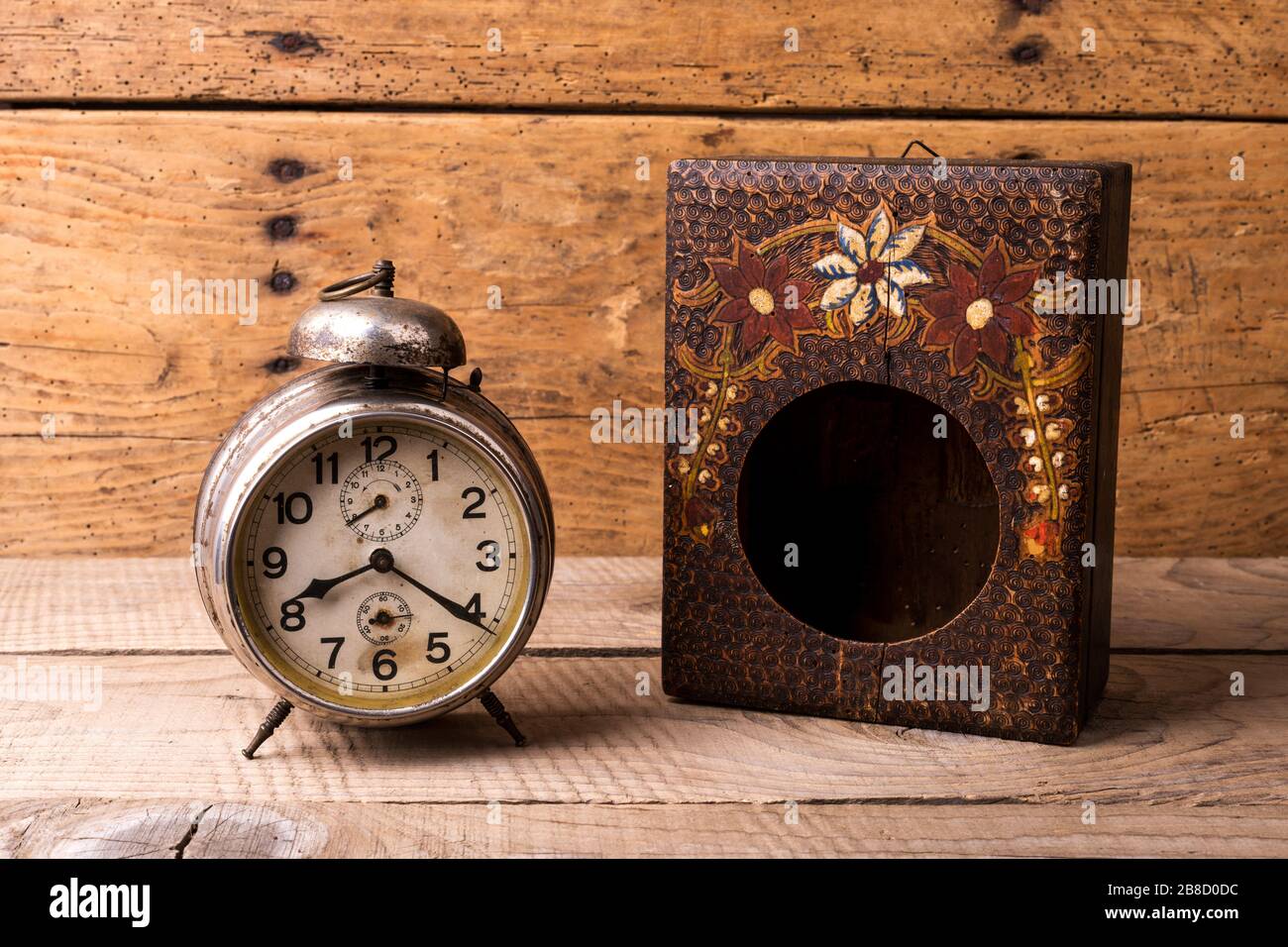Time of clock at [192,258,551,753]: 8:20
